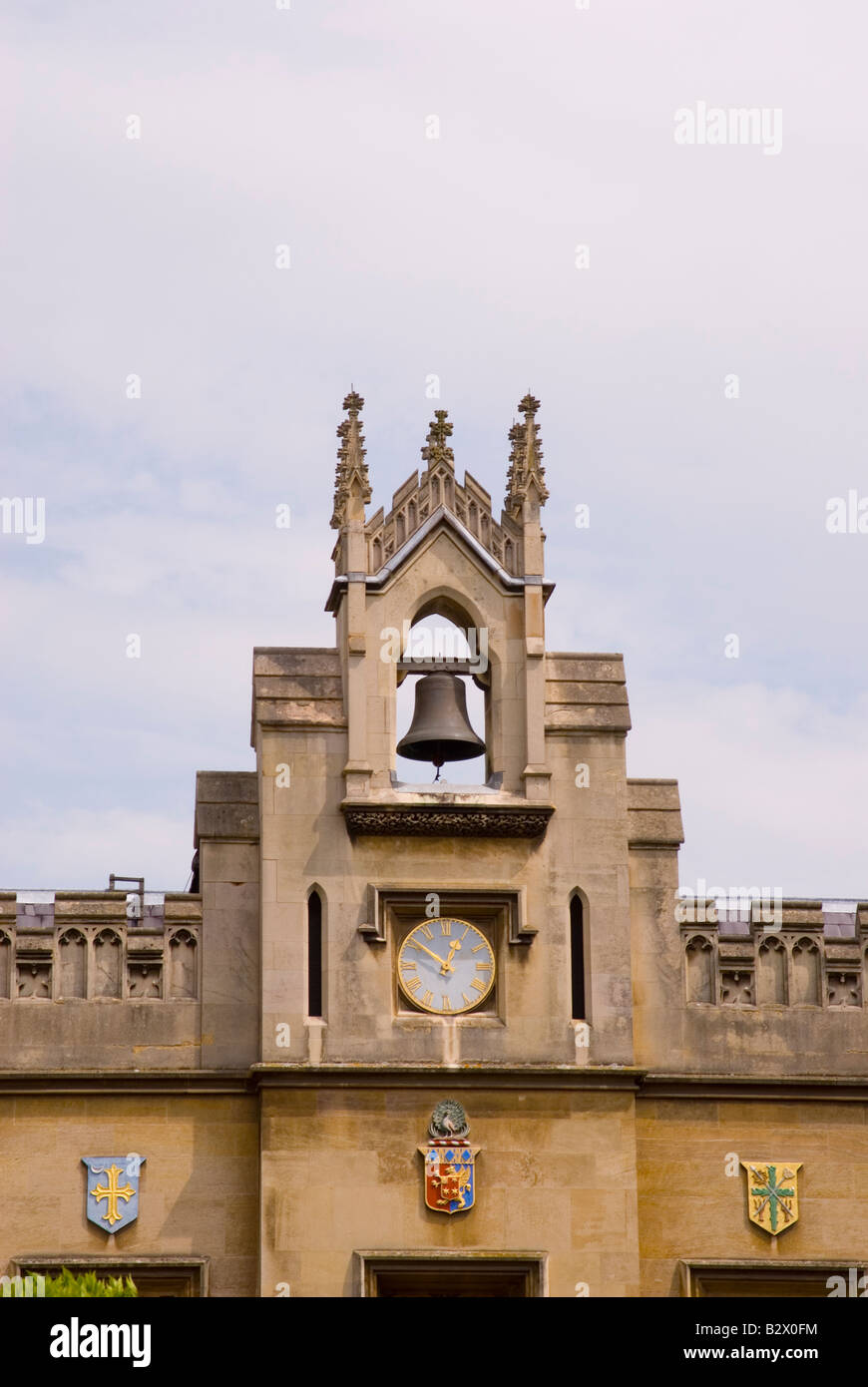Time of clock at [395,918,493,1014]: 12:51
